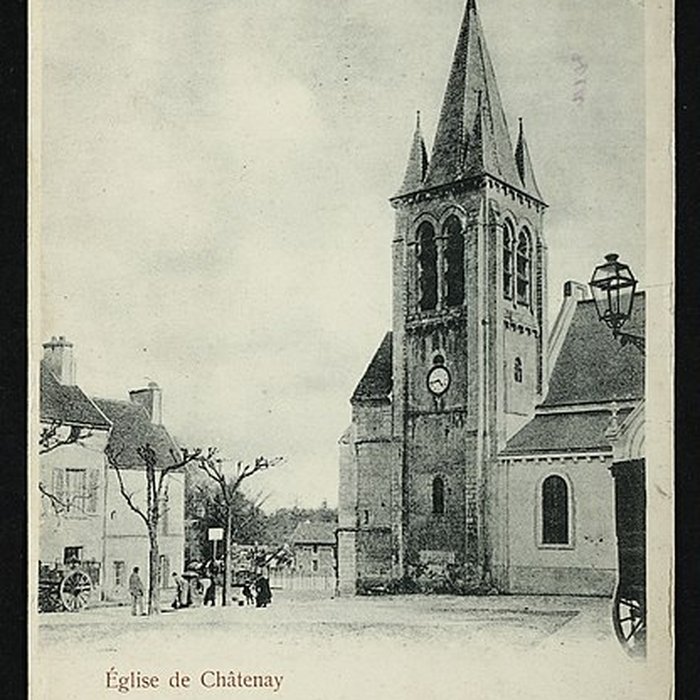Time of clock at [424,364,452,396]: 4:42
